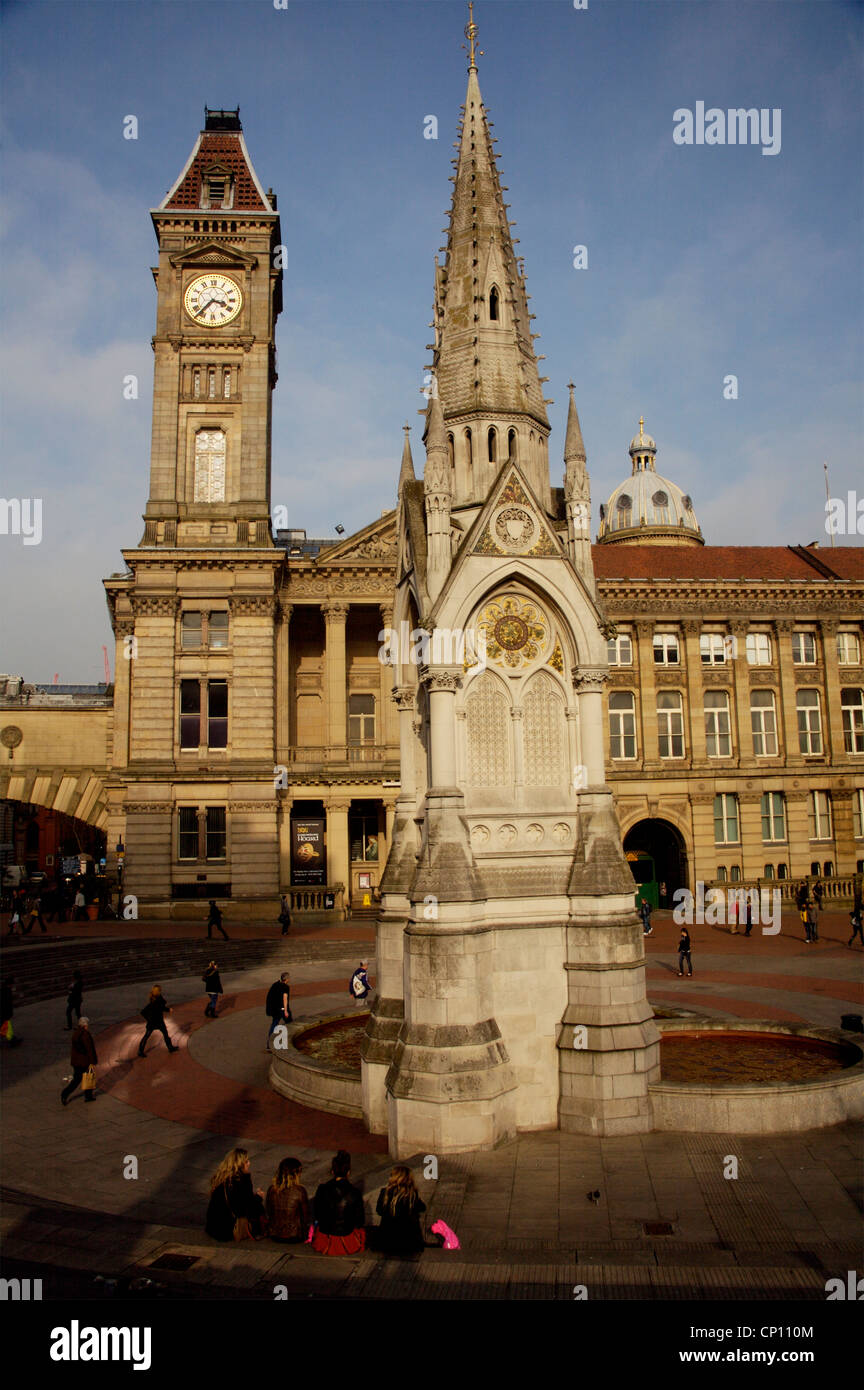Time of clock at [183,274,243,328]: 3:37
